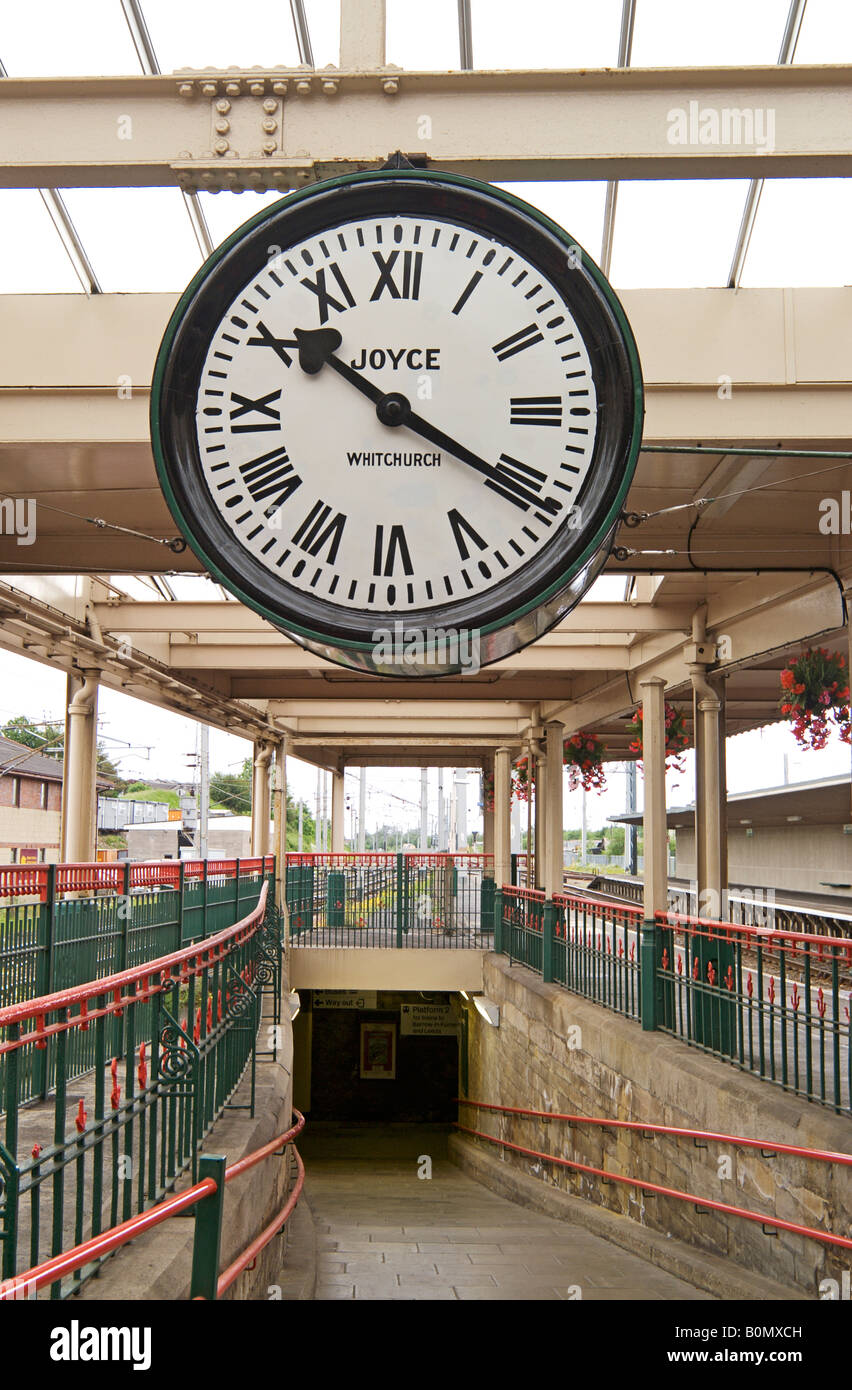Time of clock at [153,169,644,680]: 10:20
